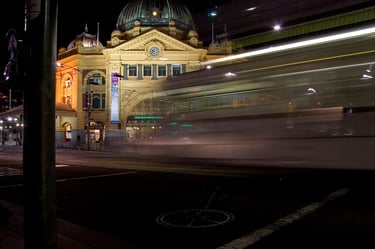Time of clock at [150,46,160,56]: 9:38
